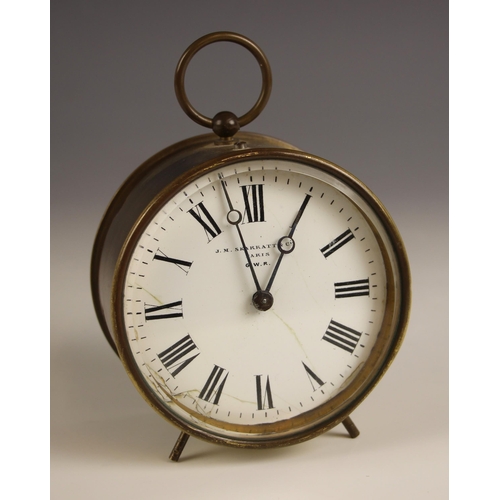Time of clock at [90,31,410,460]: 12:57
